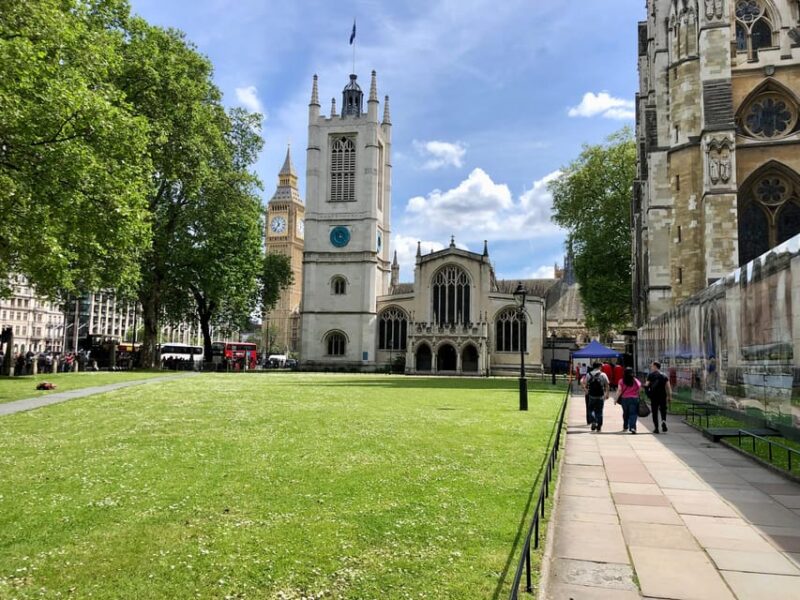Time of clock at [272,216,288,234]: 11:36
